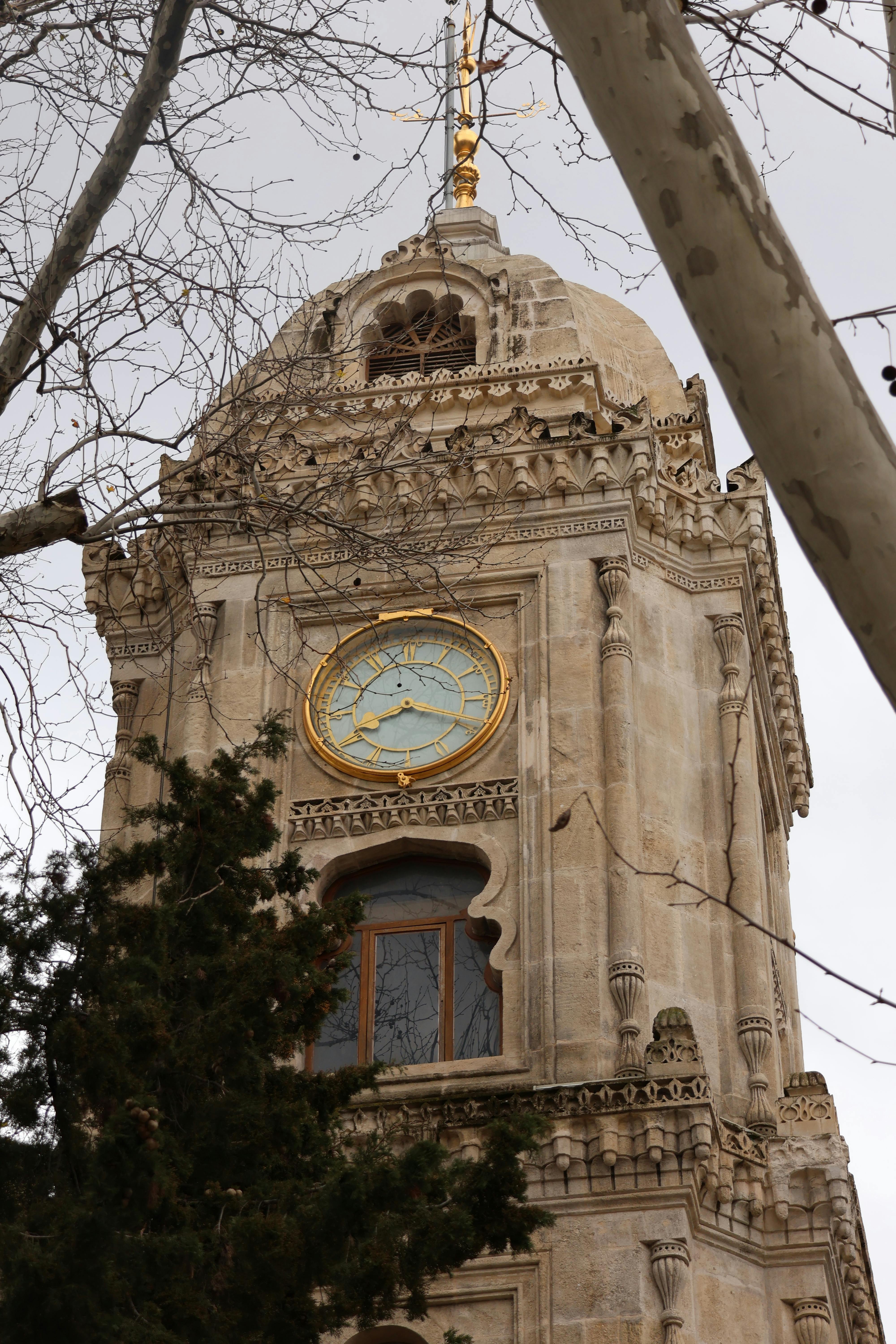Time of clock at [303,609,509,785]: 8:18
